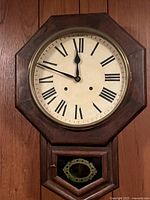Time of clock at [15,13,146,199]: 11:48
